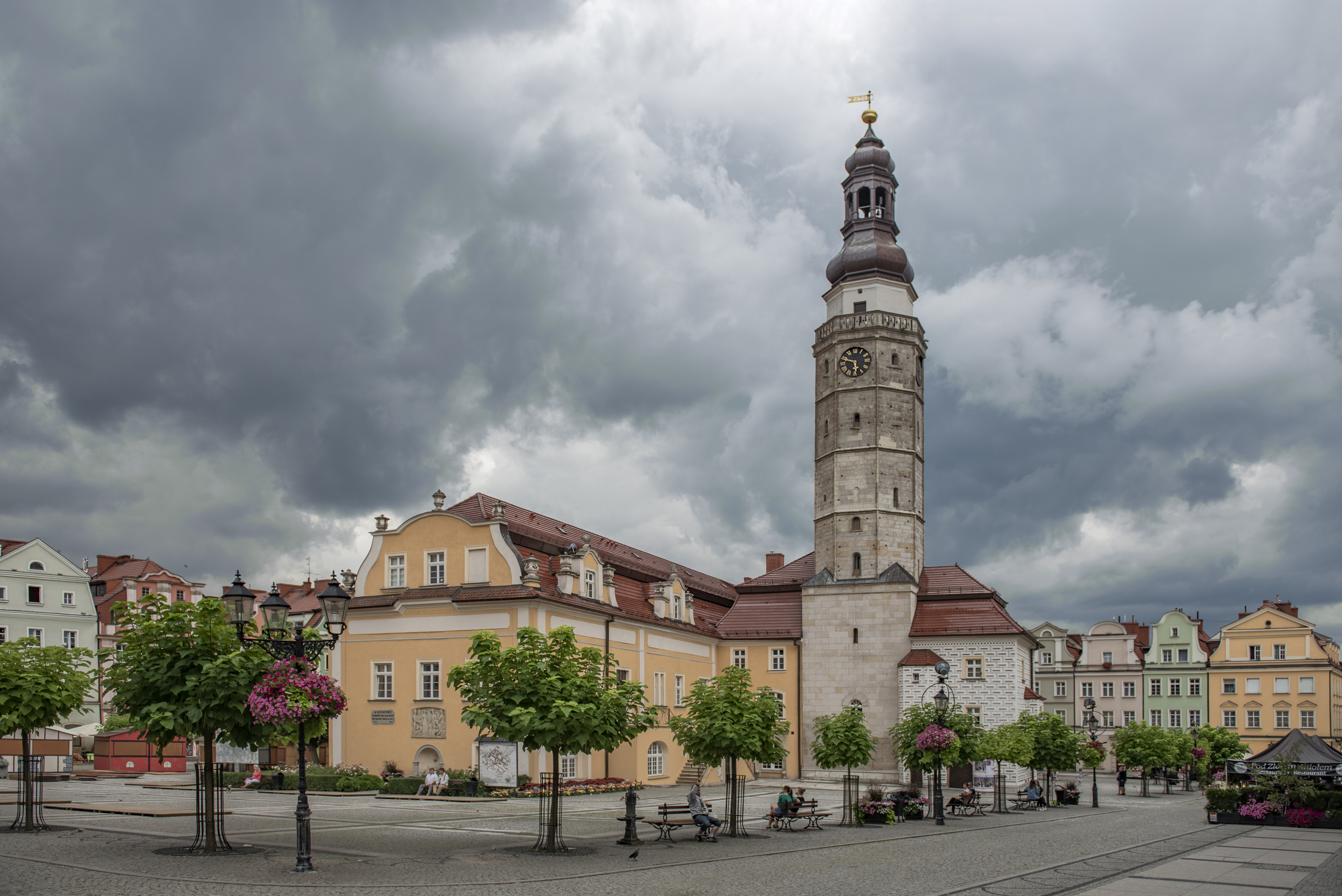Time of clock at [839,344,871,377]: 5:48
